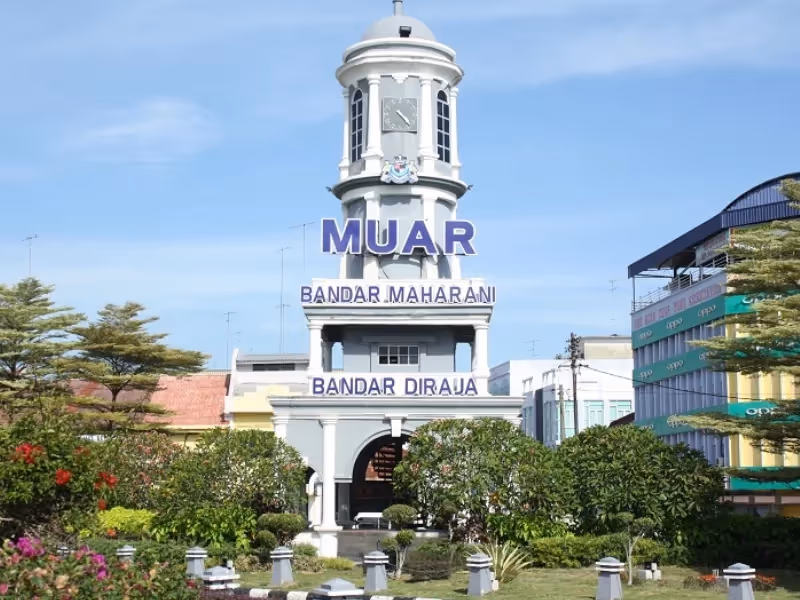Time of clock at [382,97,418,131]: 4:22
